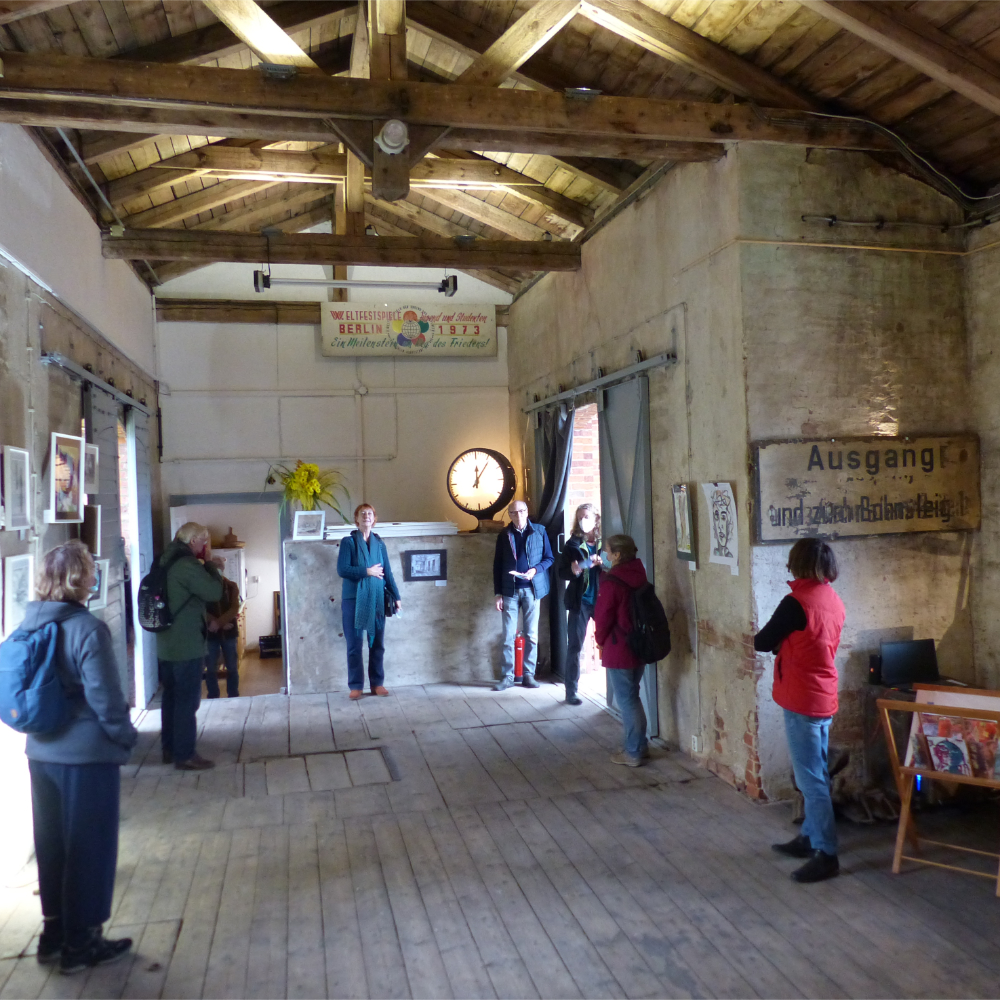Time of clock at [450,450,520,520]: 12:05
